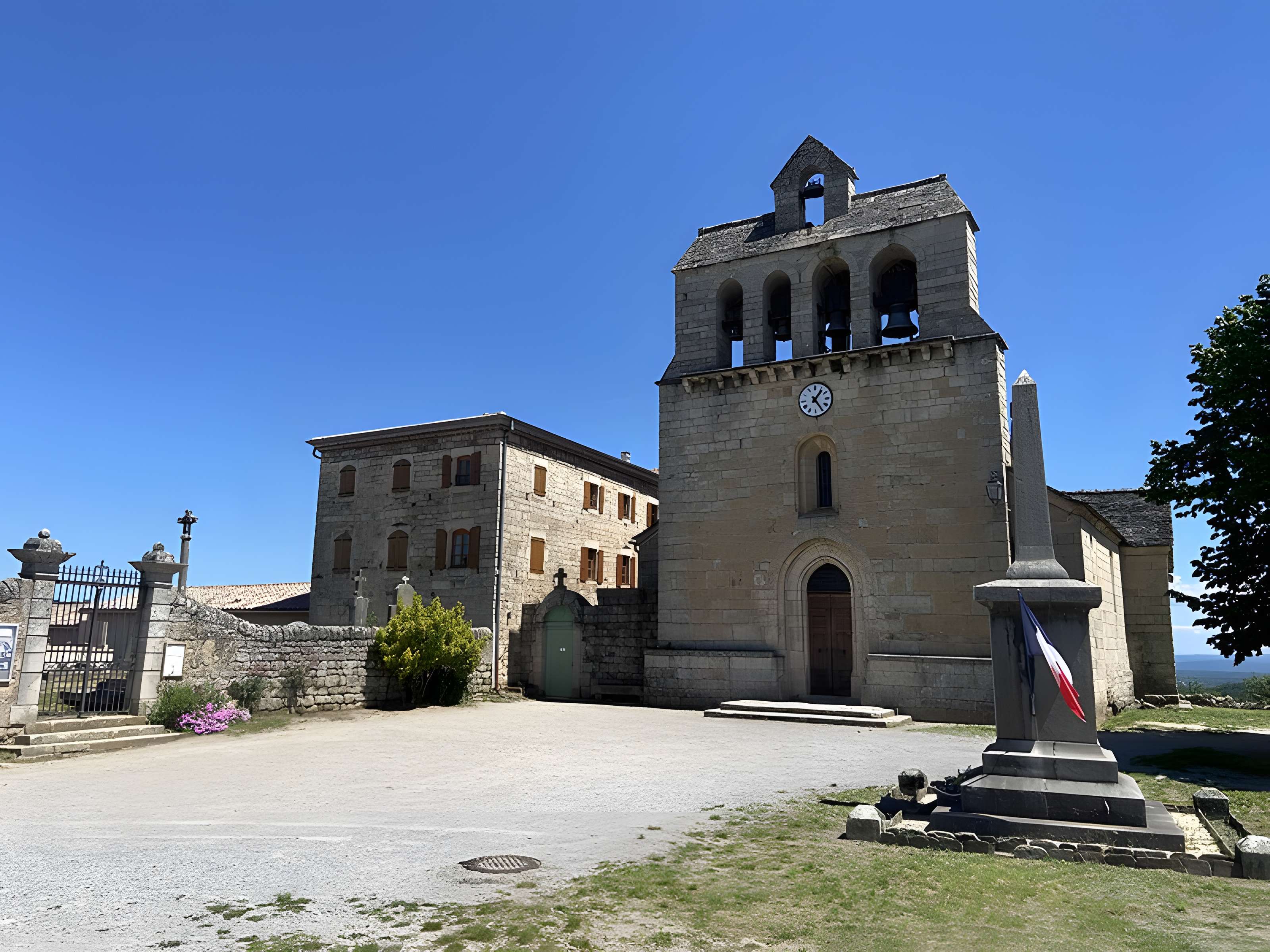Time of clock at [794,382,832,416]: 1:24
